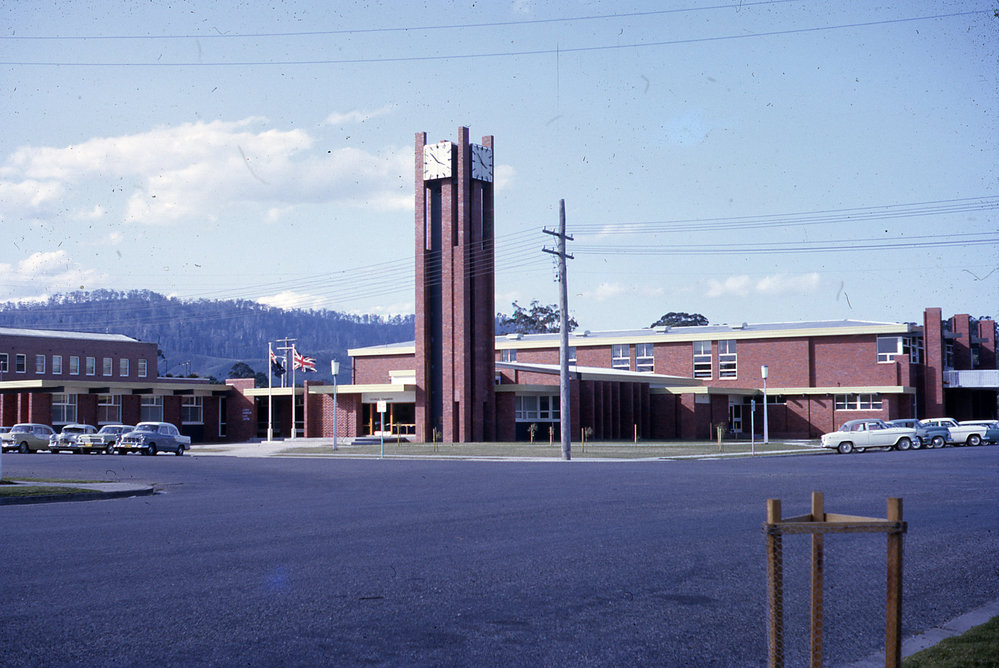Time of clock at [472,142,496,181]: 3:52
